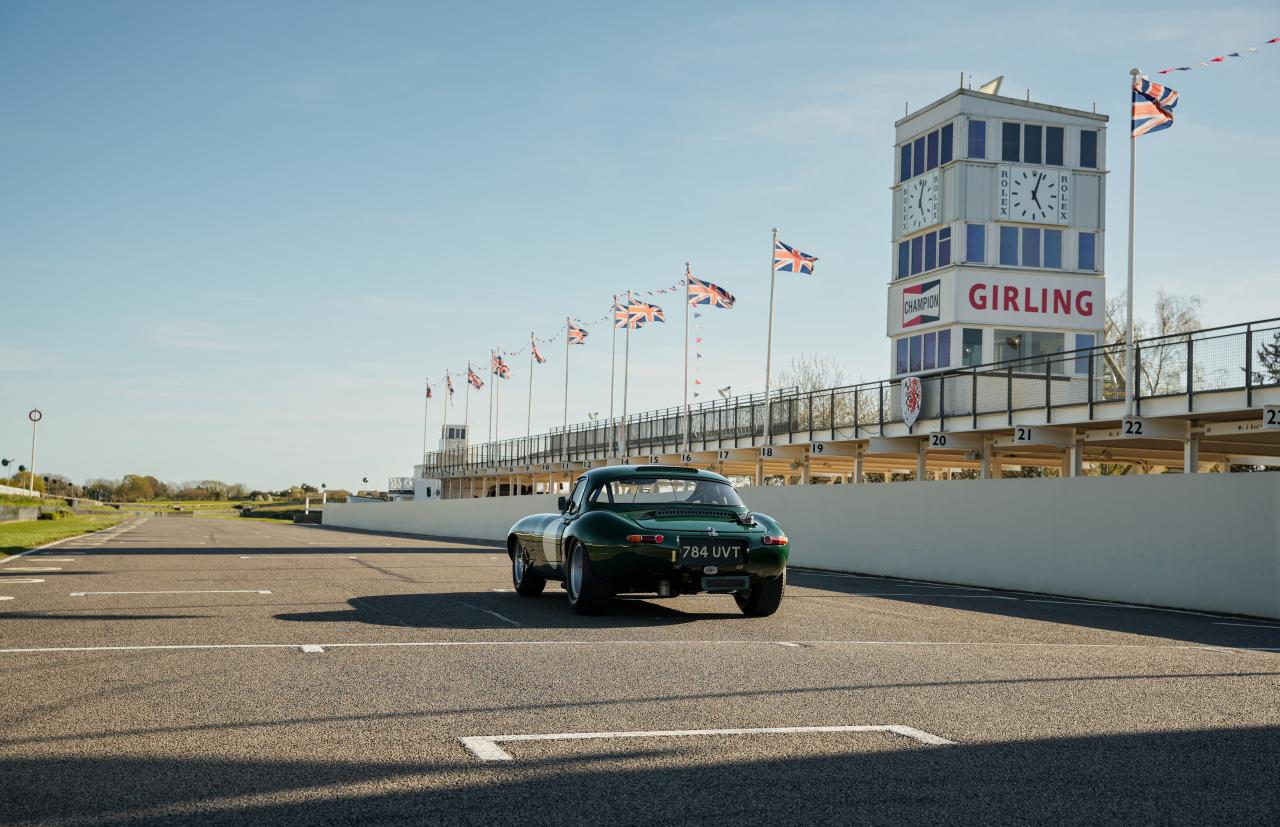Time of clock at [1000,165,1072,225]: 5:03
